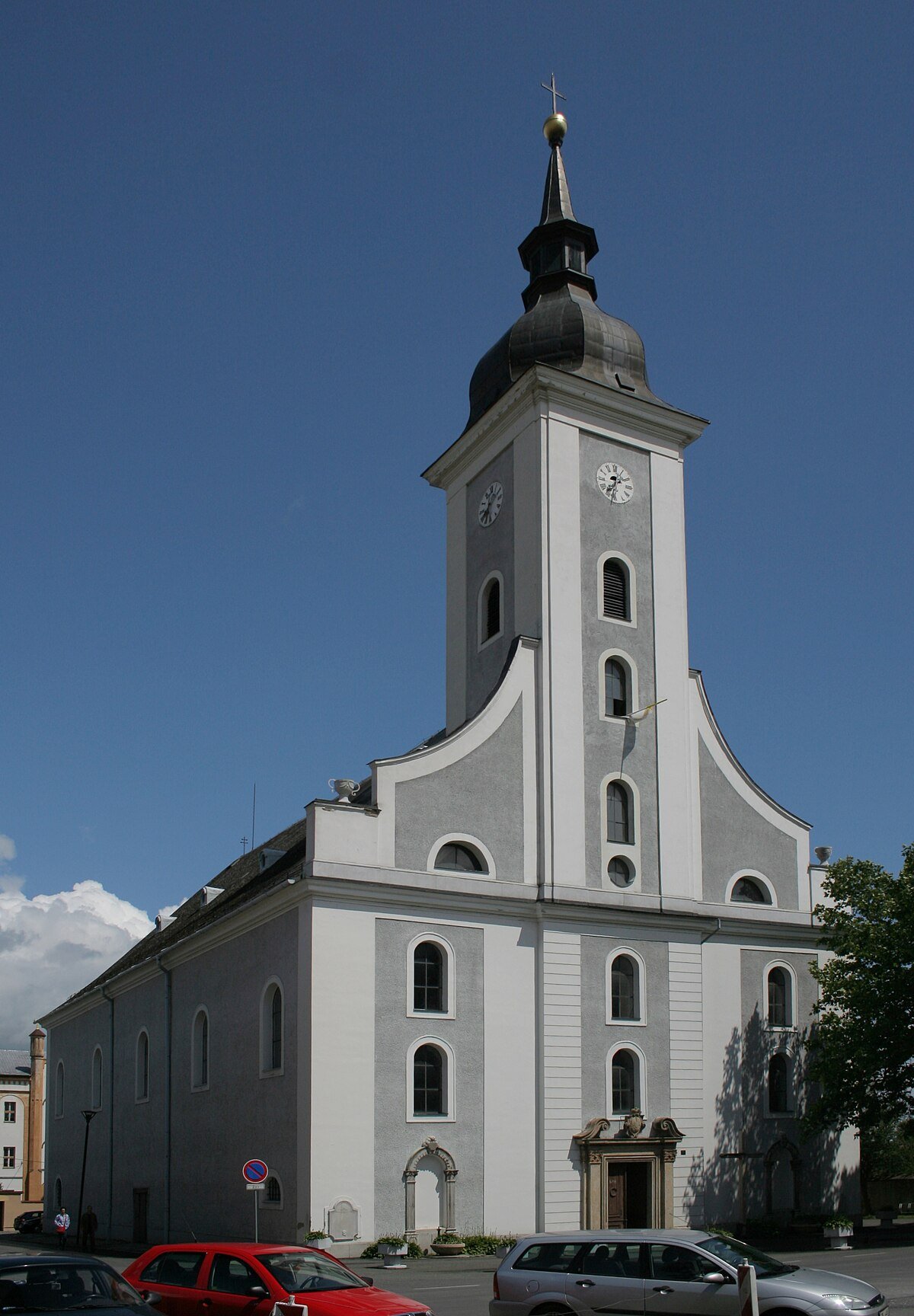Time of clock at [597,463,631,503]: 7:32
